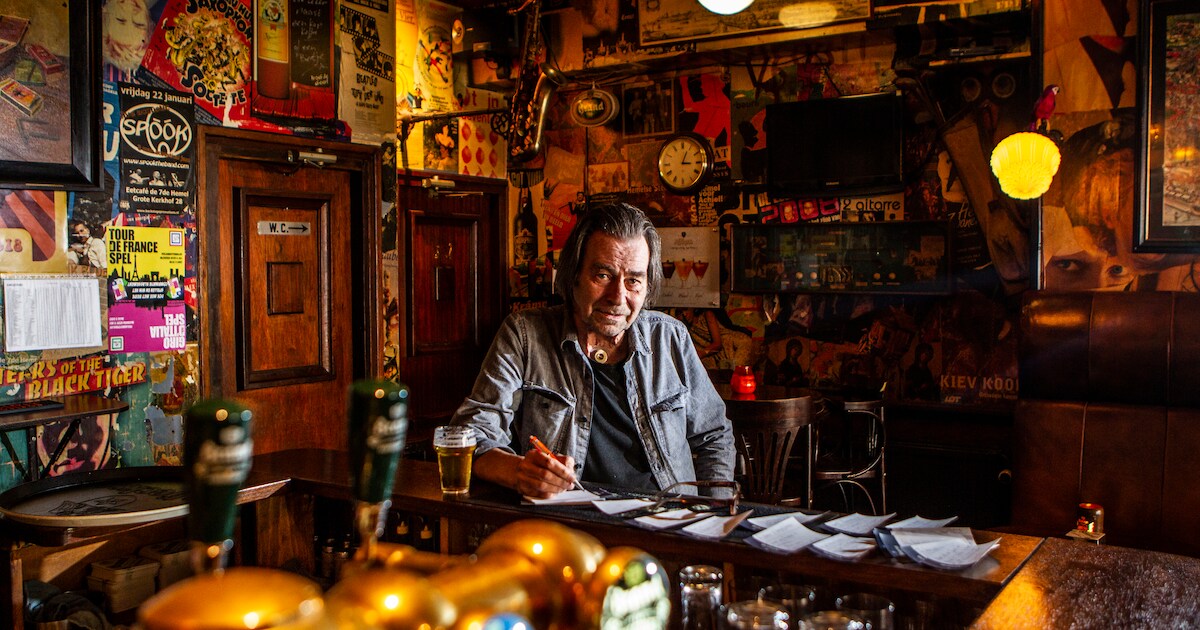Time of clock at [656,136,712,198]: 3:03
